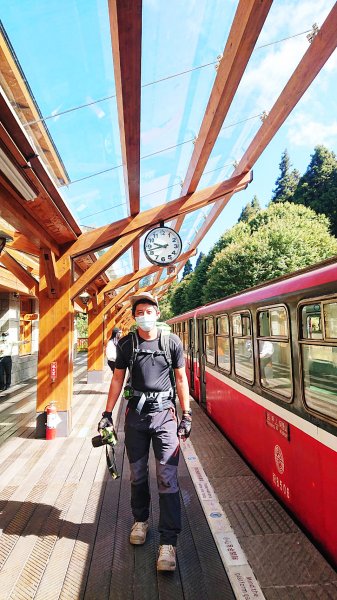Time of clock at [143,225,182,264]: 9:42
